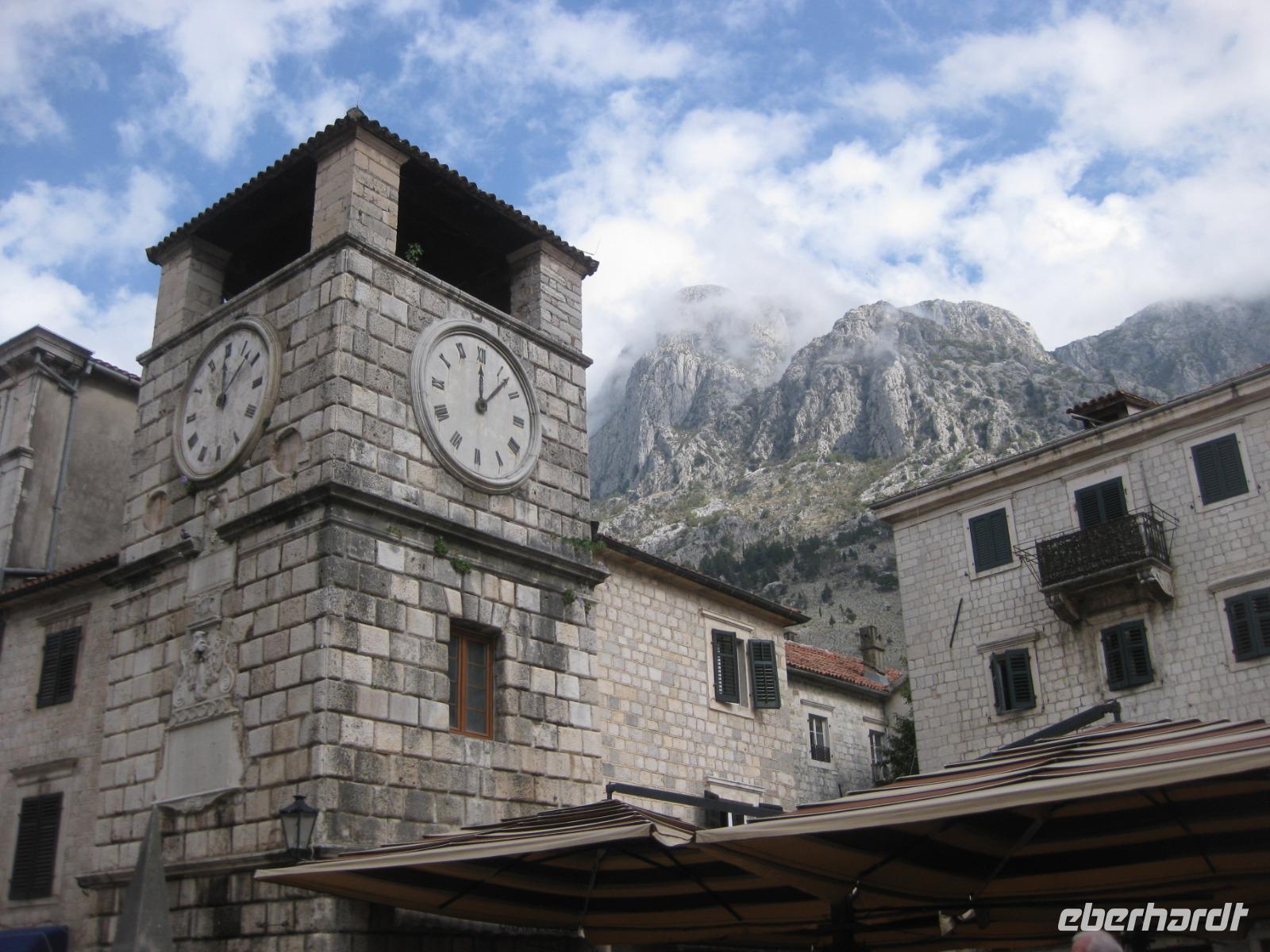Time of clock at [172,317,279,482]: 12:07
